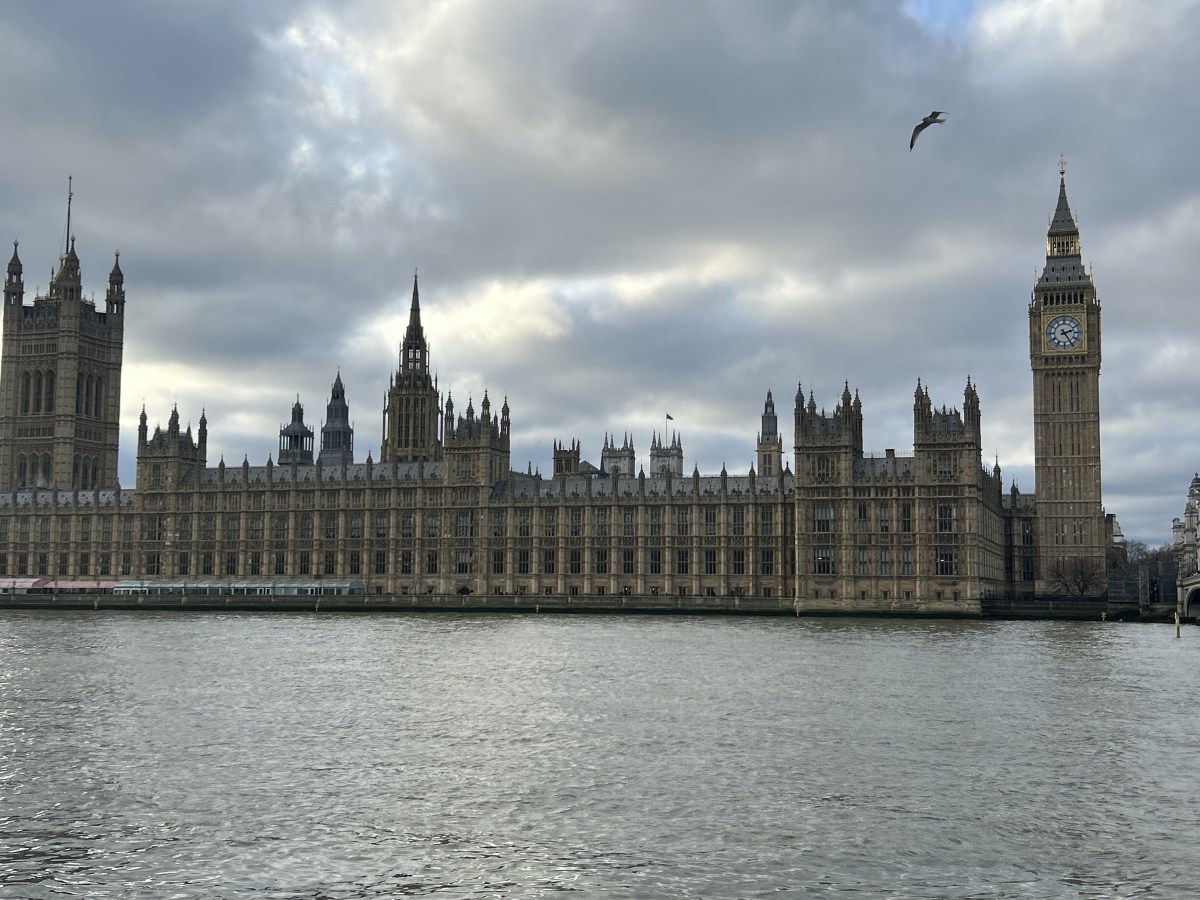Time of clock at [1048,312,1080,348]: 2:25
